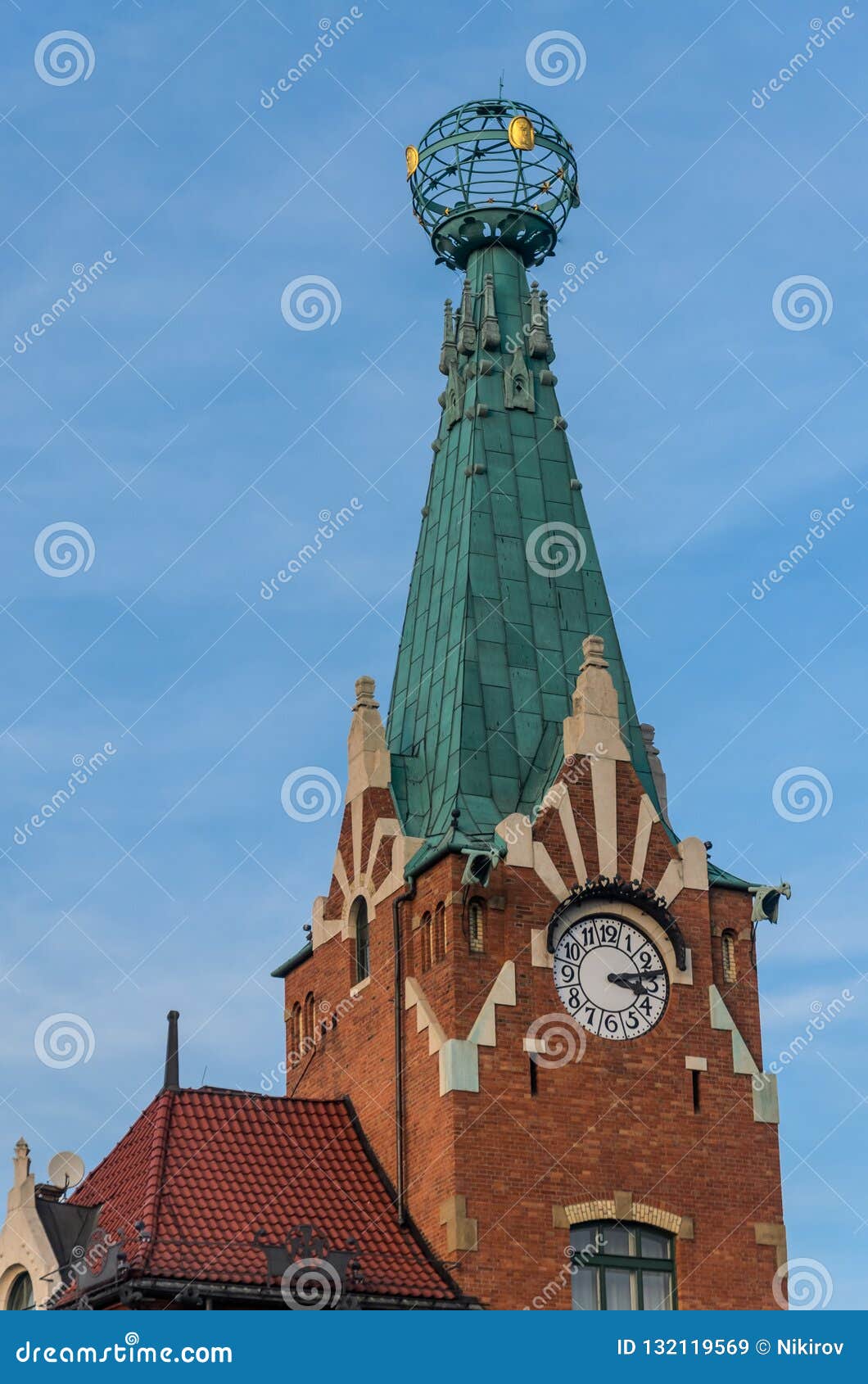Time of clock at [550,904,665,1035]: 3:13
